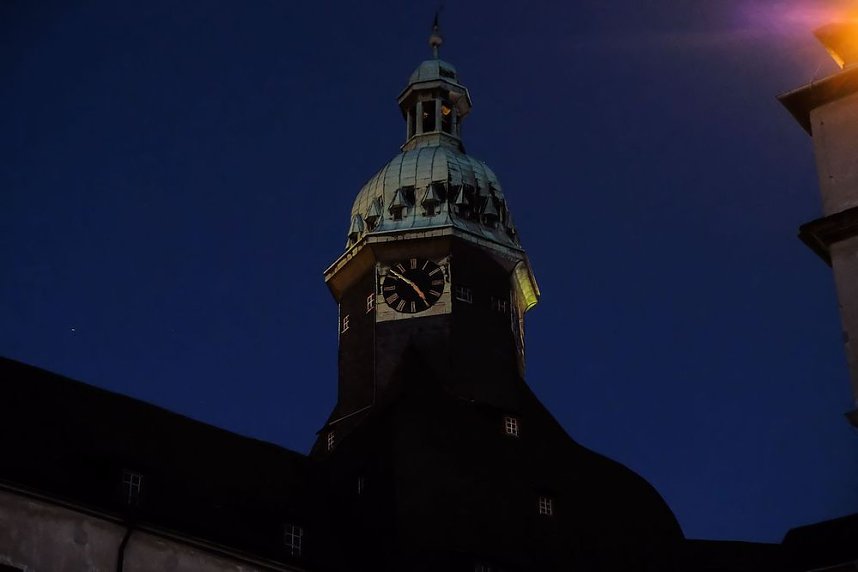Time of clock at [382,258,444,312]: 4:51
